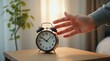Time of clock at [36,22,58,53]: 10:07
